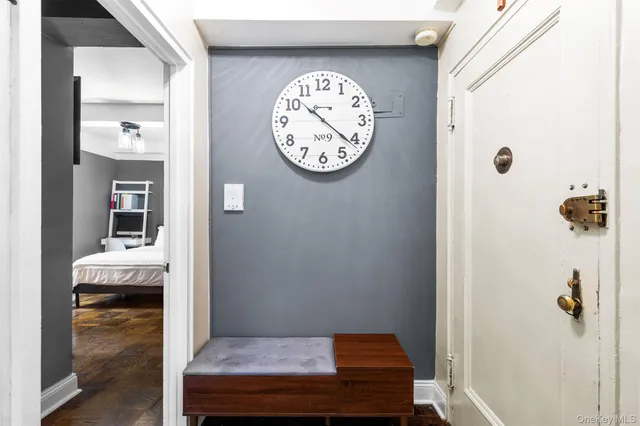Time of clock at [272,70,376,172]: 10:21
